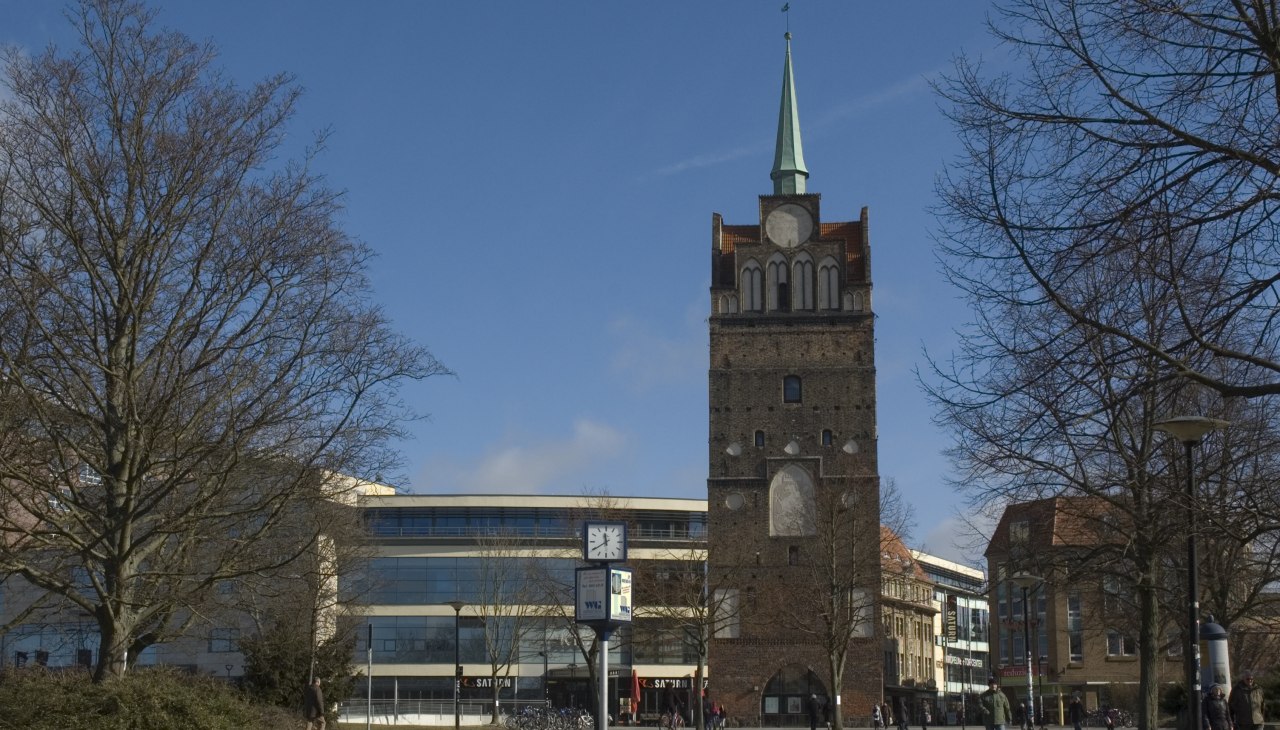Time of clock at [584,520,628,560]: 11:39
